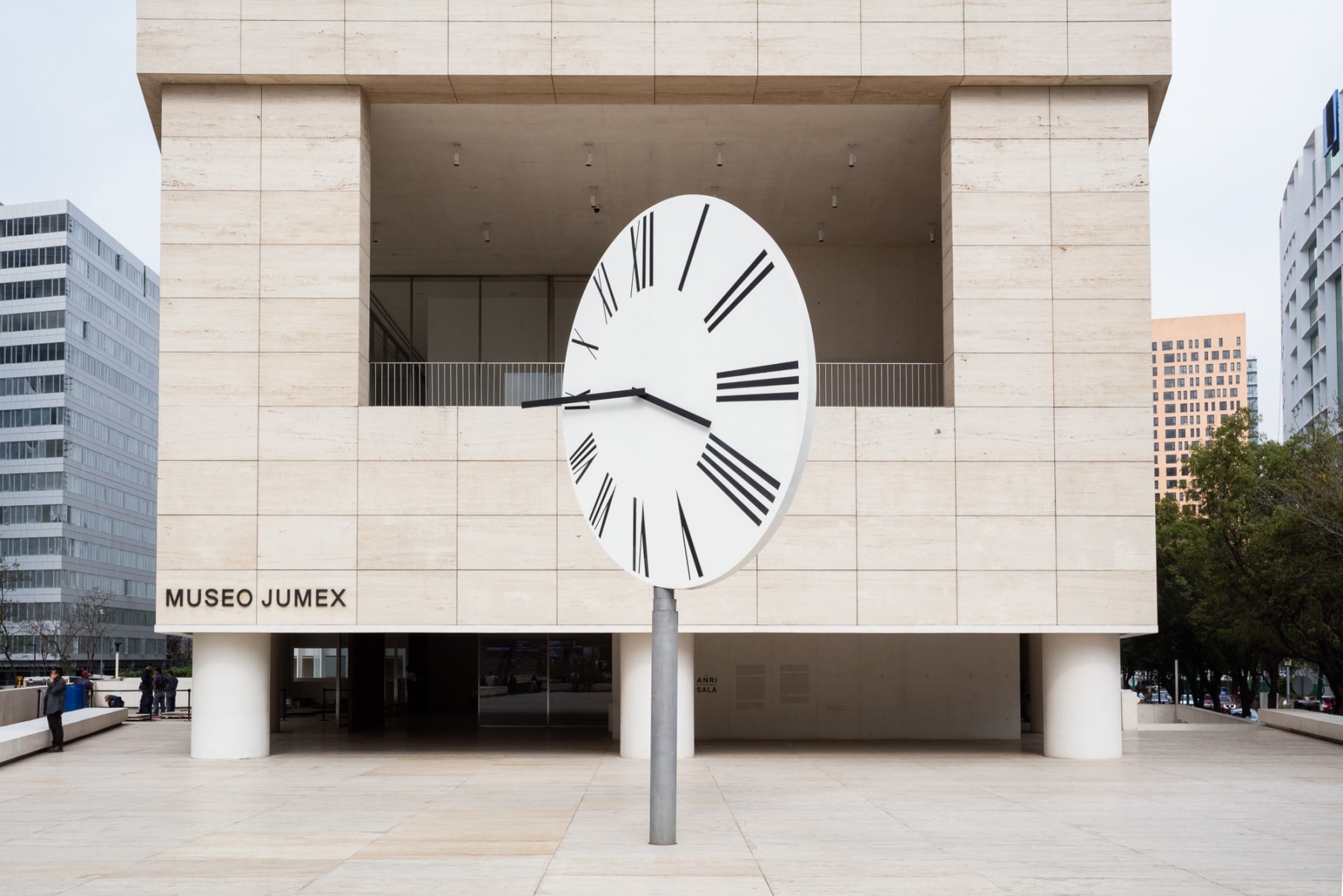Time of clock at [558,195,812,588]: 3:44
